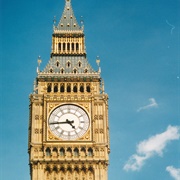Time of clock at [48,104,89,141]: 4:43
